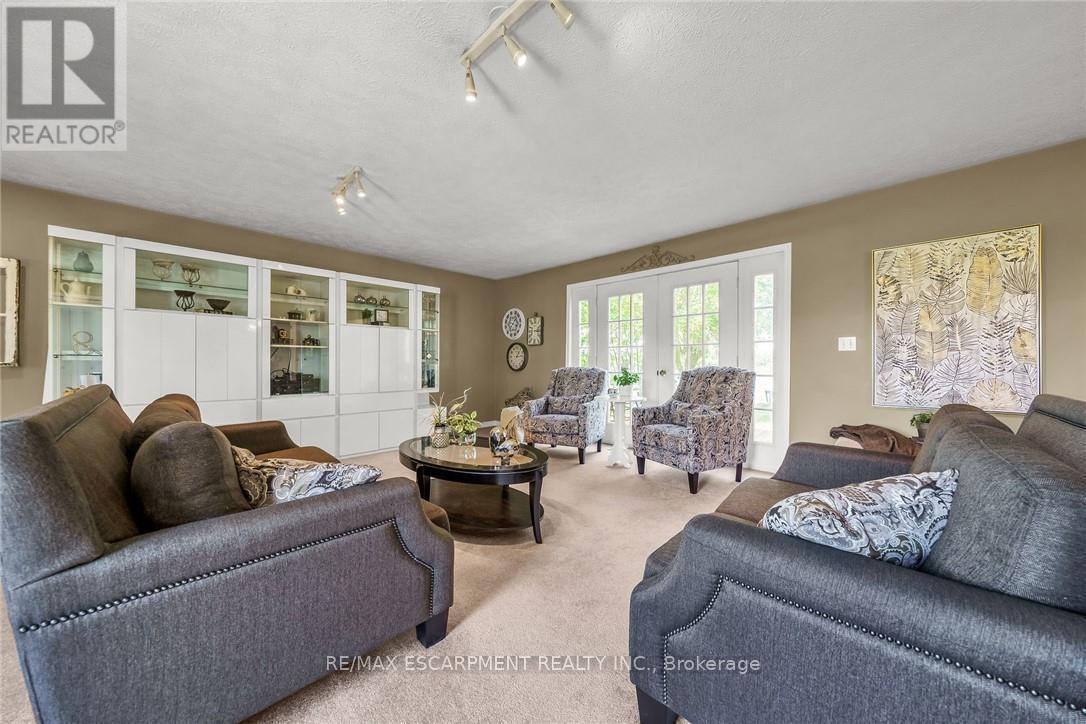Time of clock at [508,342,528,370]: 1:13
